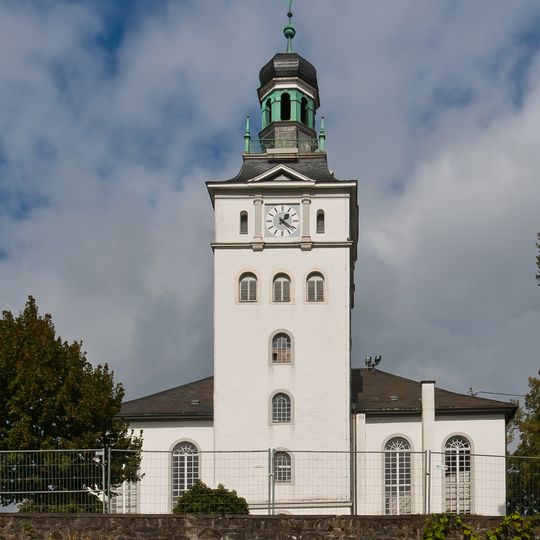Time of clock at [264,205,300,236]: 1:21
